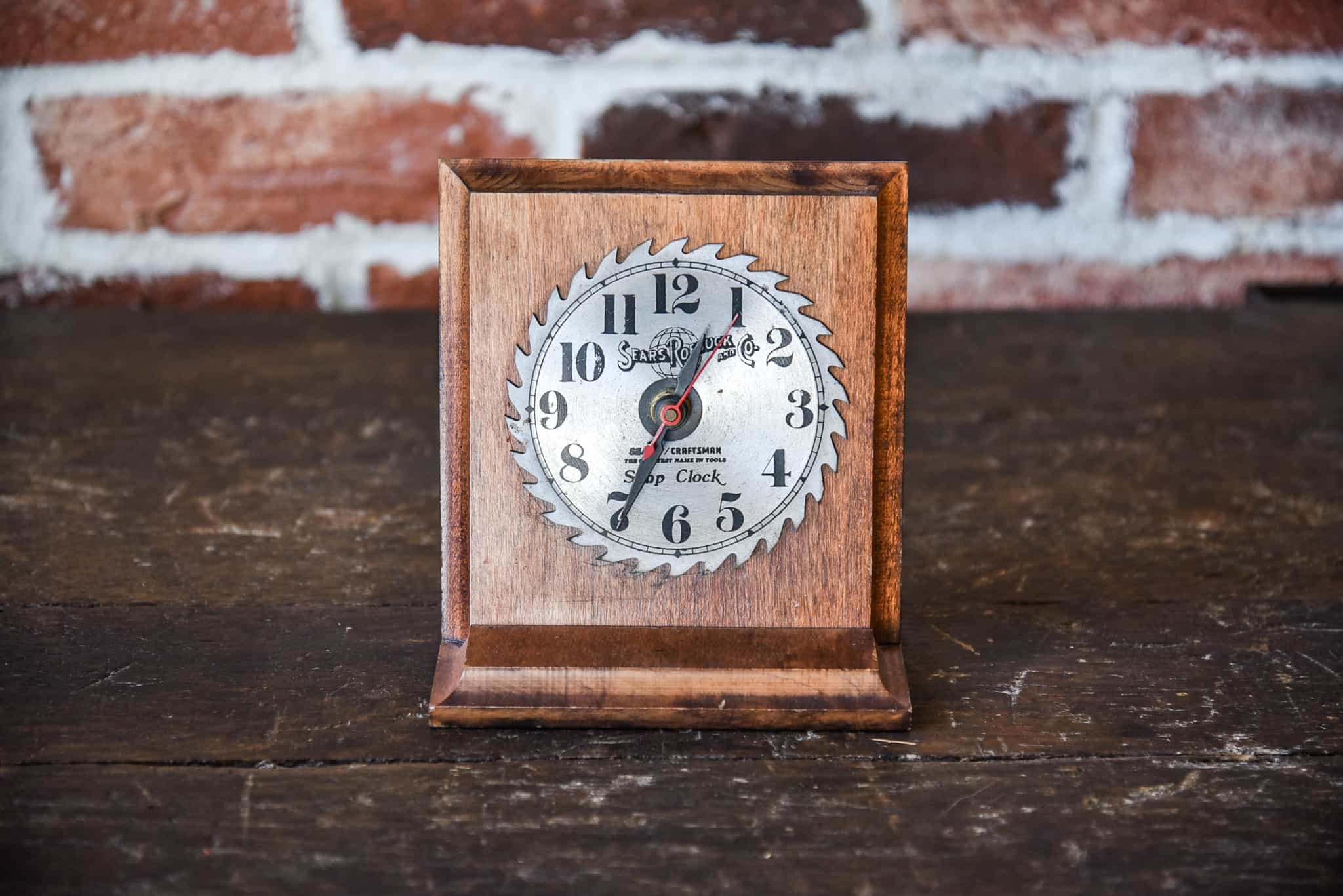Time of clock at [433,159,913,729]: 12:34
